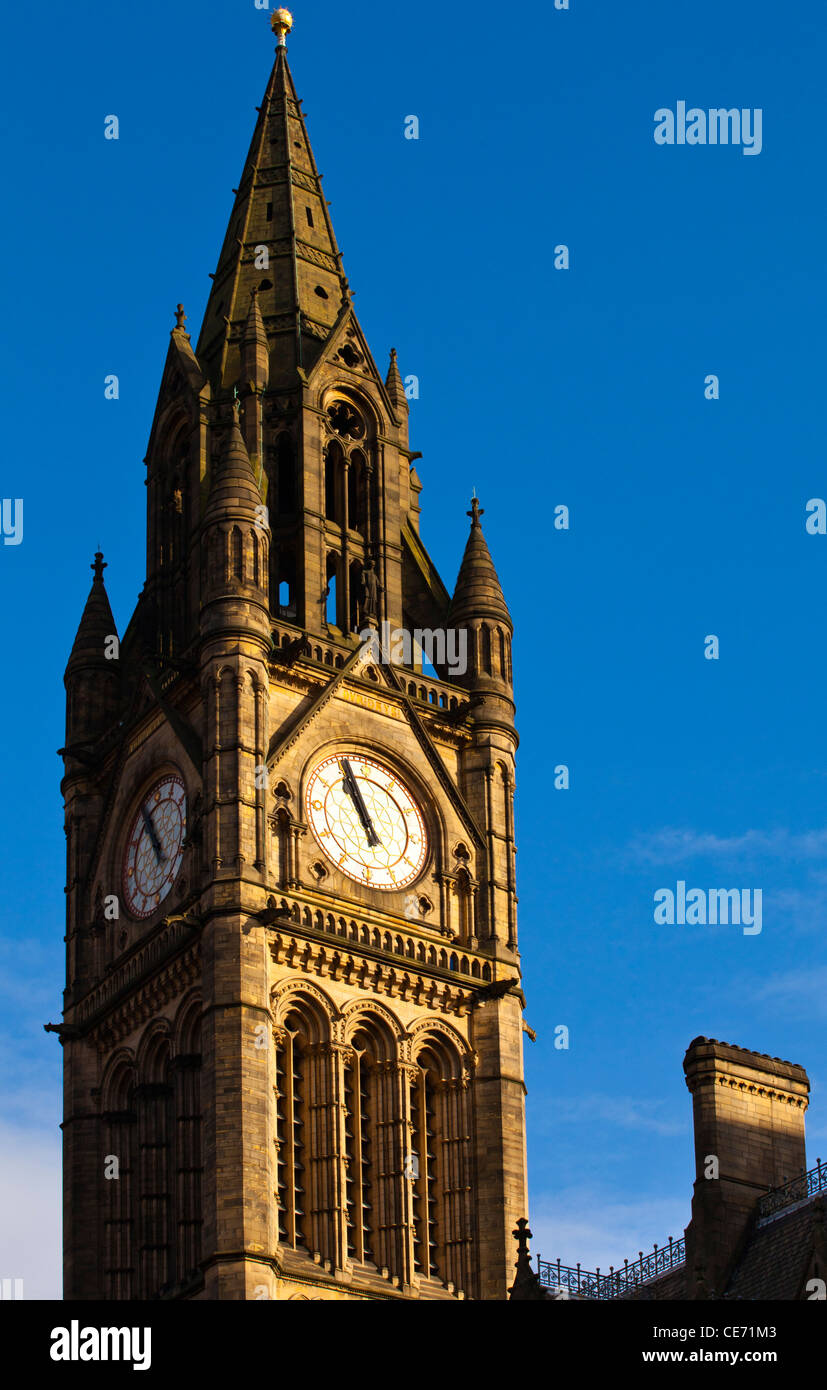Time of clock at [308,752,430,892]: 10:56
